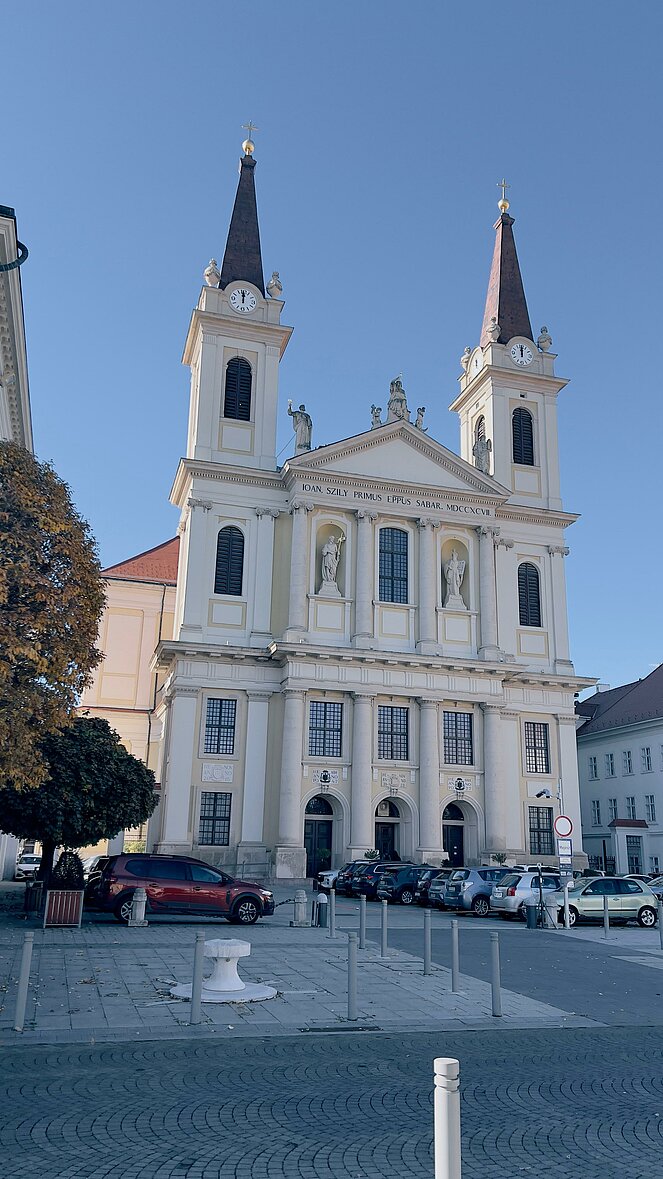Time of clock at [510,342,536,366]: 12:00
